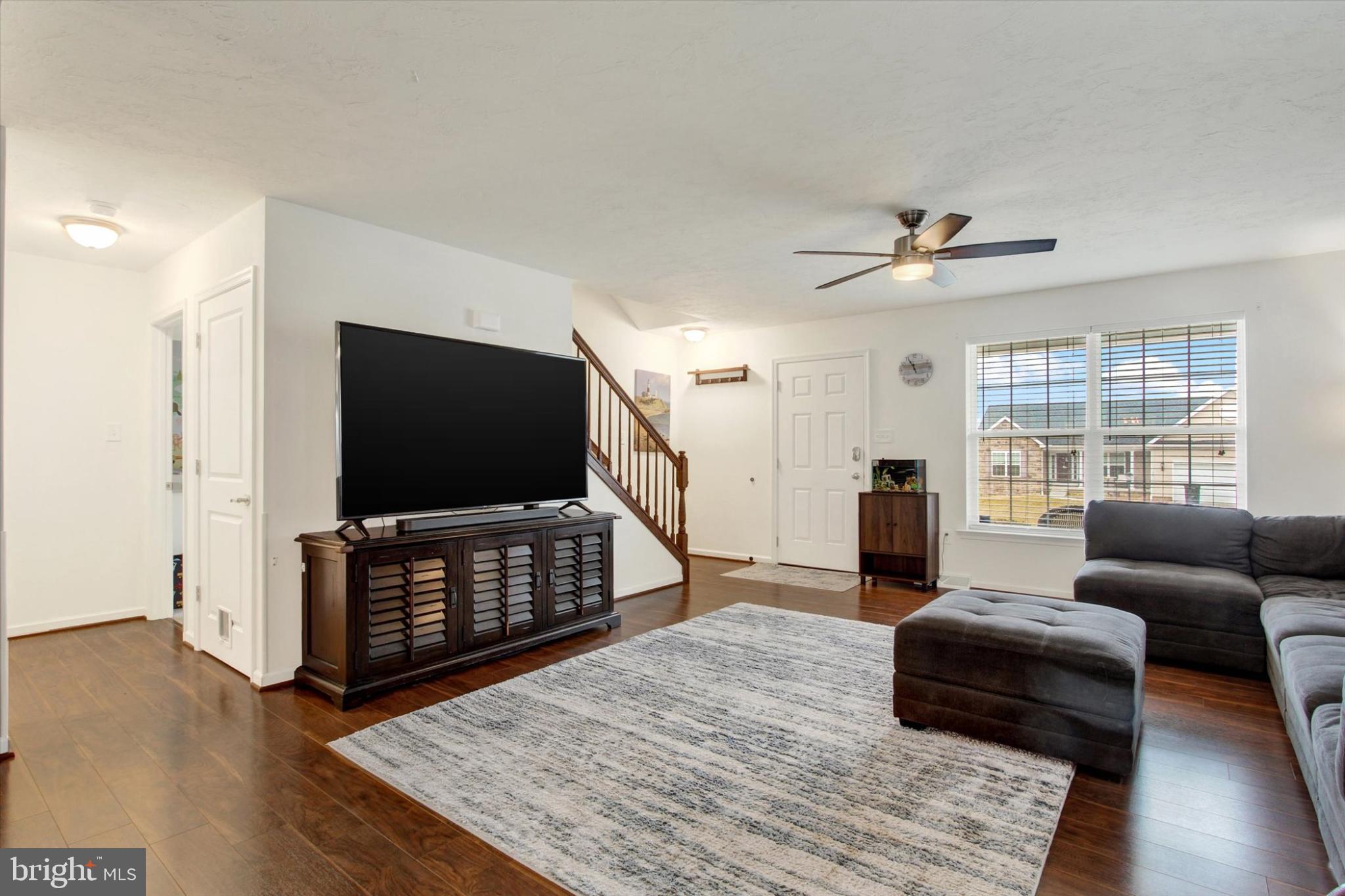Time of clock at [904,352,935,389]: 11:13
